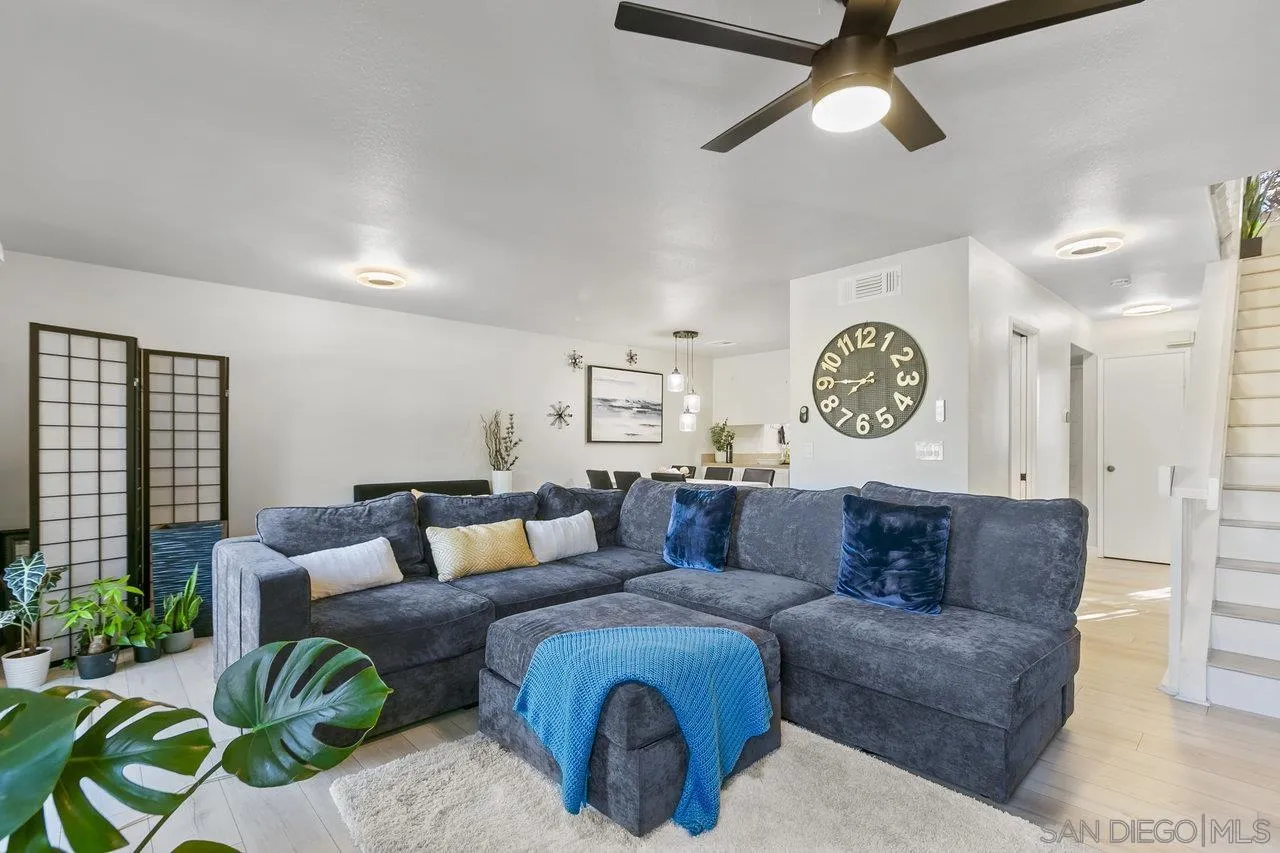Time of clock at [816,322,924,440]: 7:45
